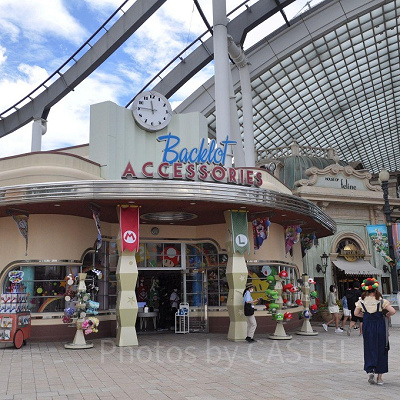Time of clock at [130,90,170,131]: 11:45
